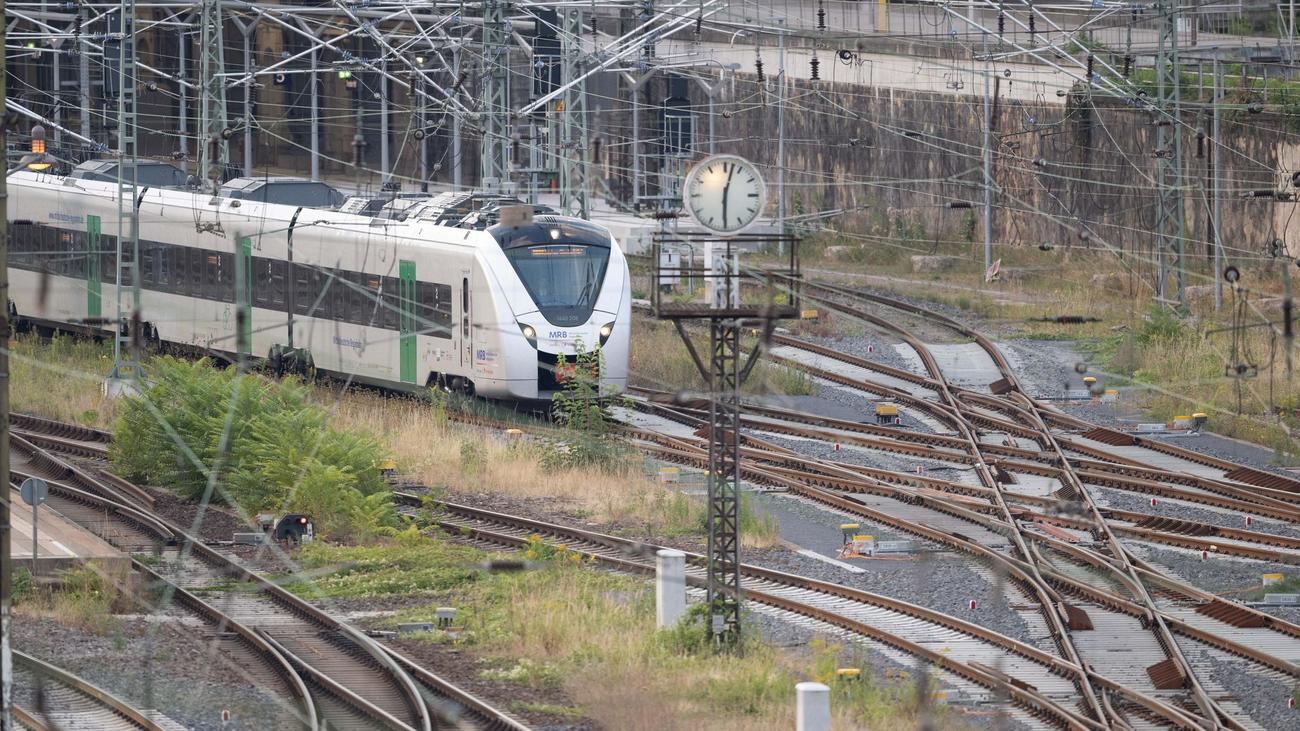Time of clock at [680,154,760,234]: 6:02
